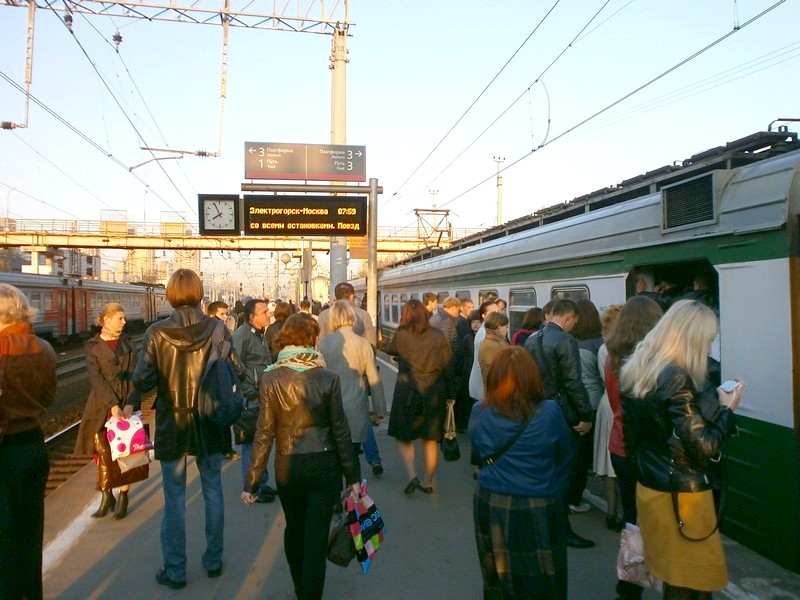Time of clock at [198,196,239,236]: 7:55
